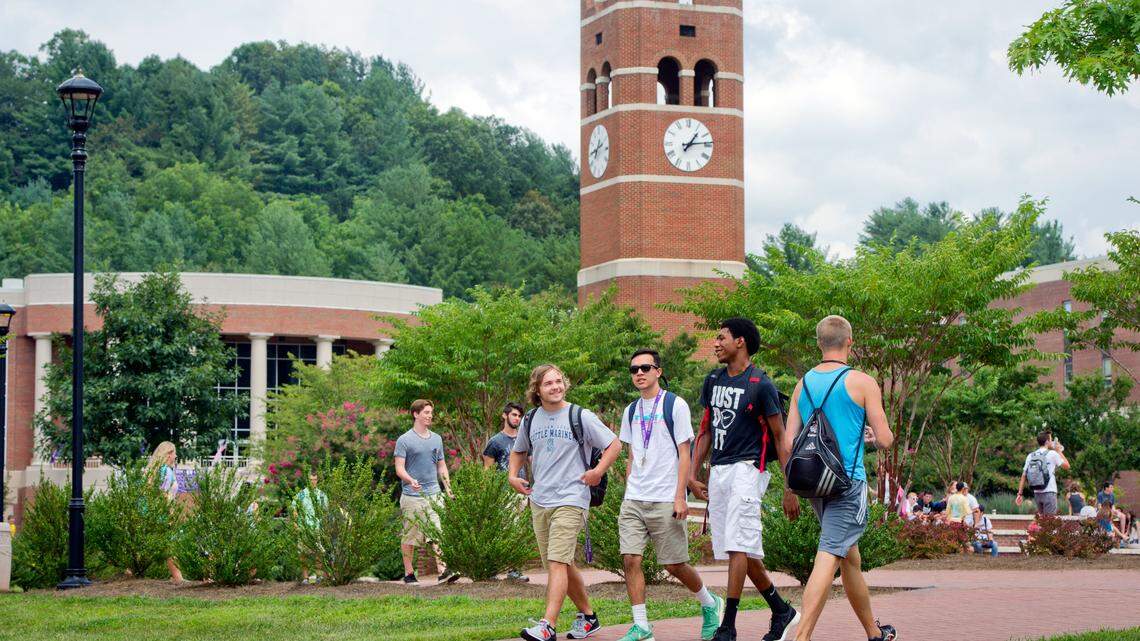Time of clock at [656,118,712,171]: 1:13
